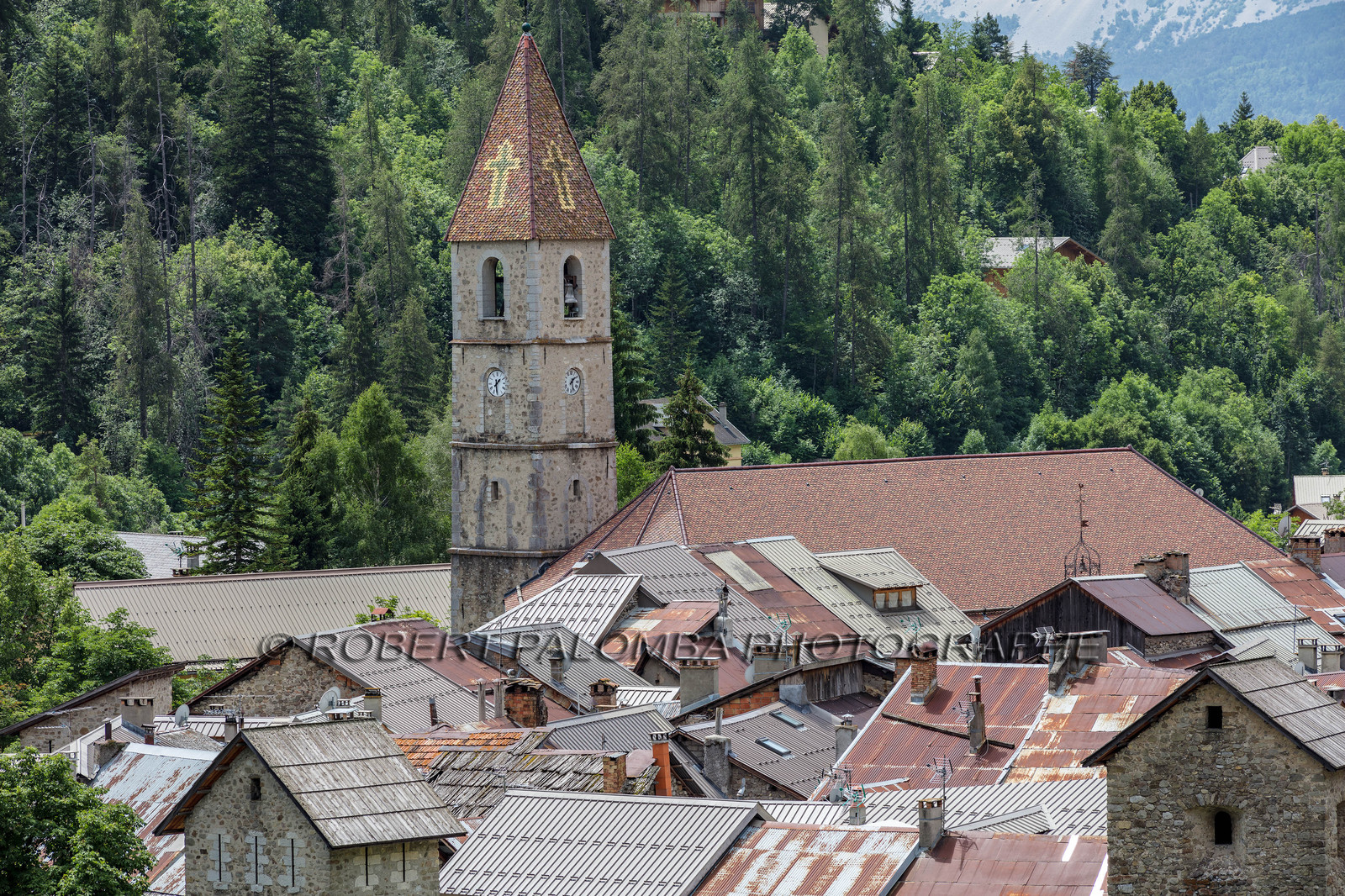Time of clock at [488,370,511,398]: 1:30
